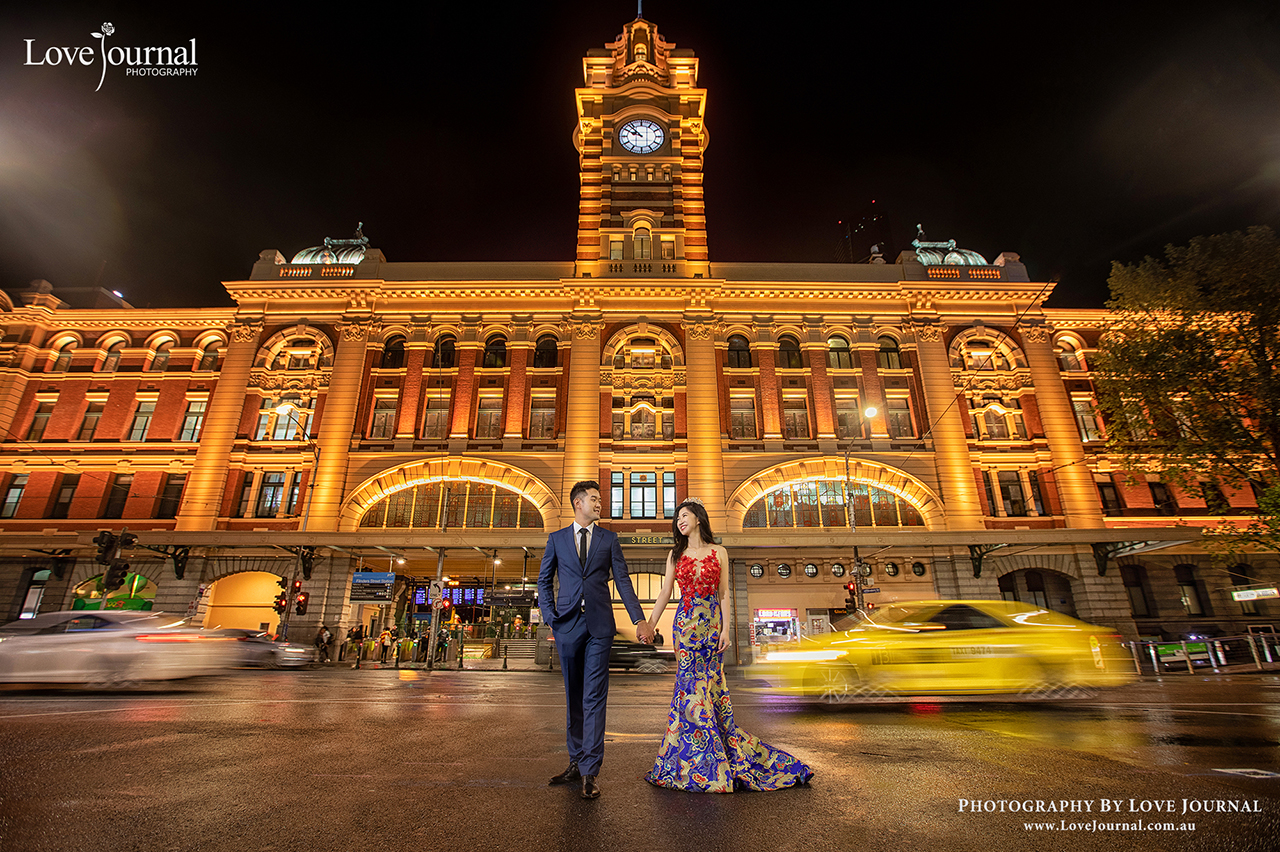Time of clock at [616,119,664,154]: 9:53
